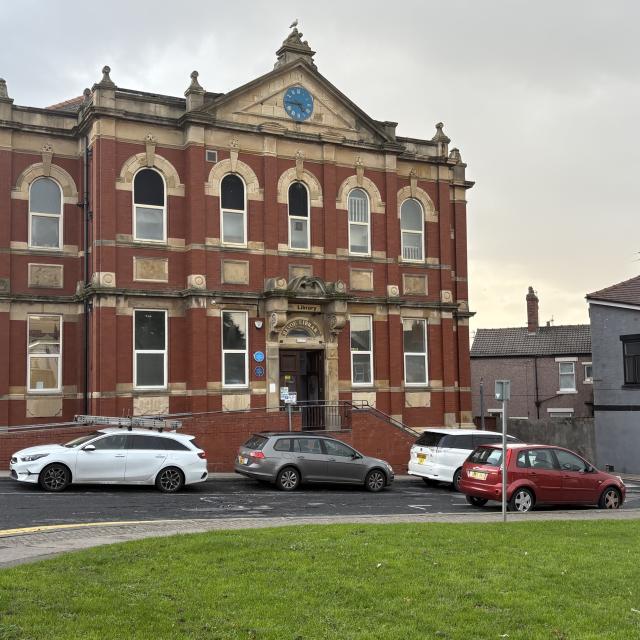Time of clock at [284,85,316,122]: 4:44
